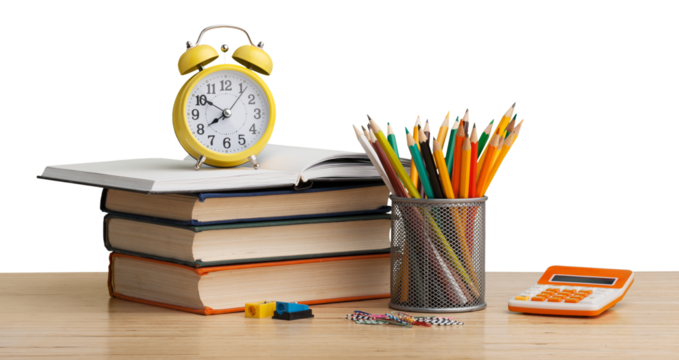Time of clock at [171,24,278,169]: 7:50
